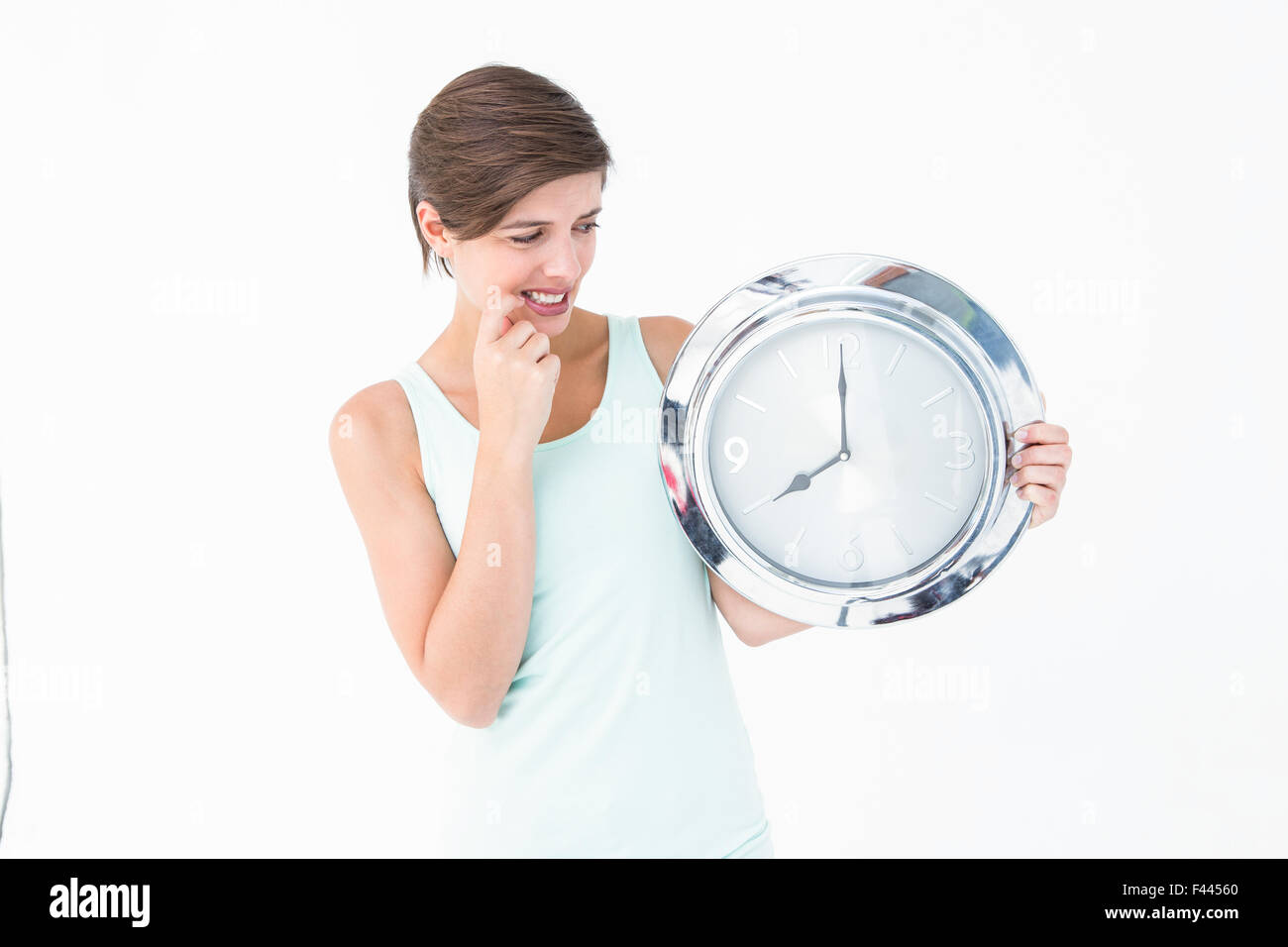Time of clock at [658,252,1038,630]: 8:00
